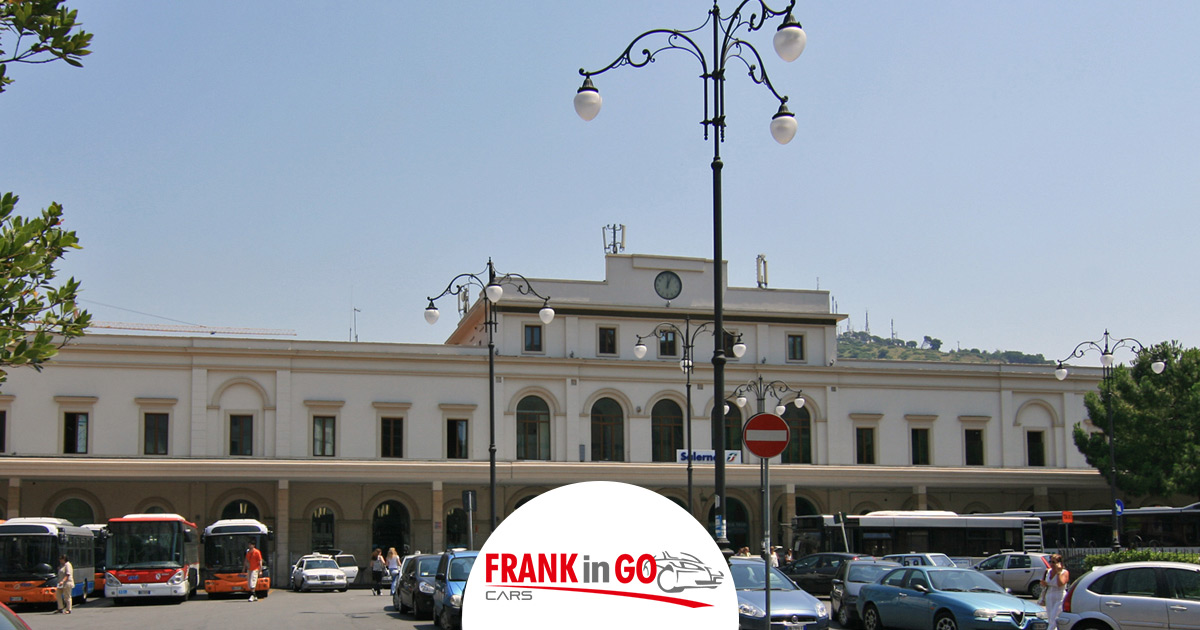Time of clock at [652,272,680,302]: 12:03
